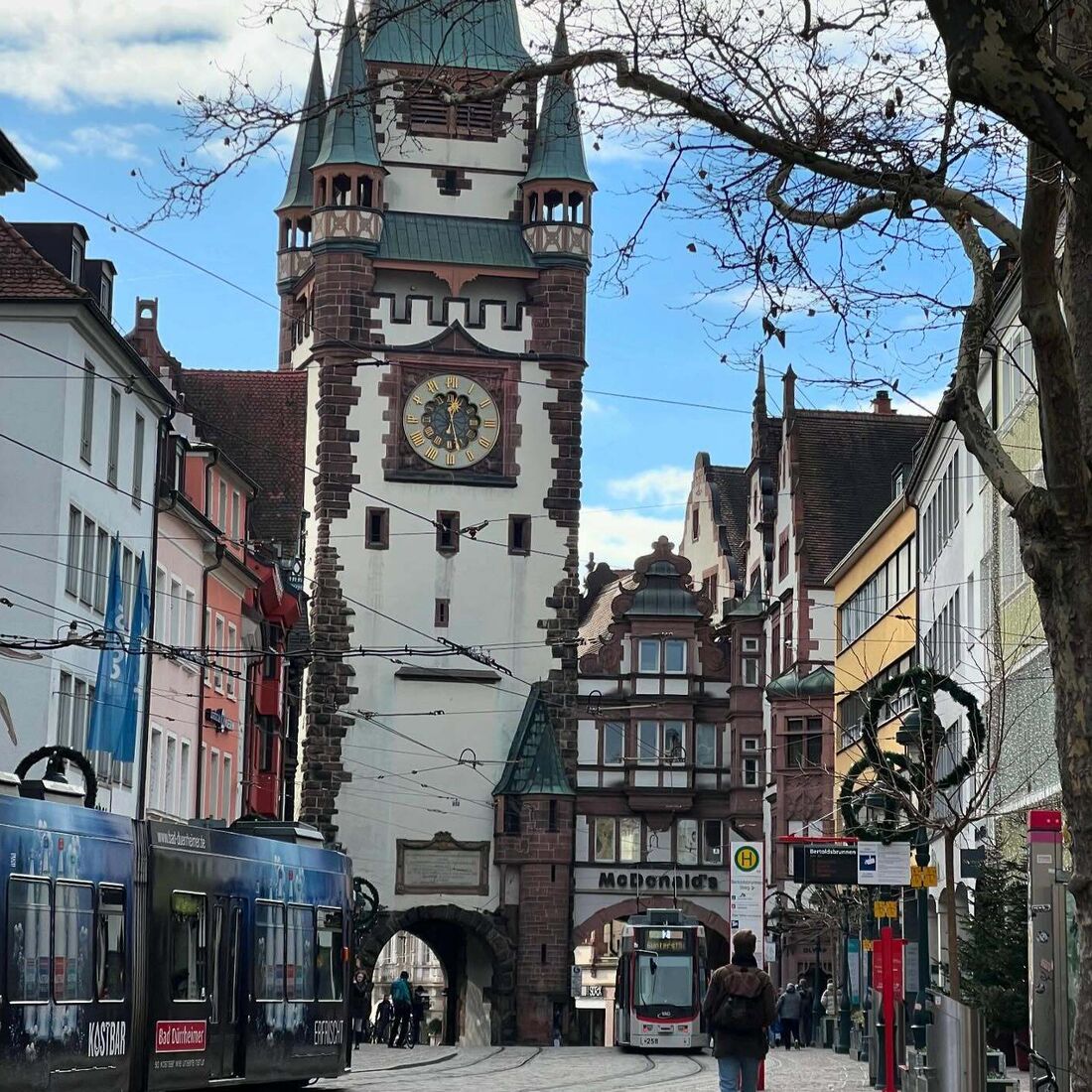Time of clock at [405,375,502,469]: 12:27
